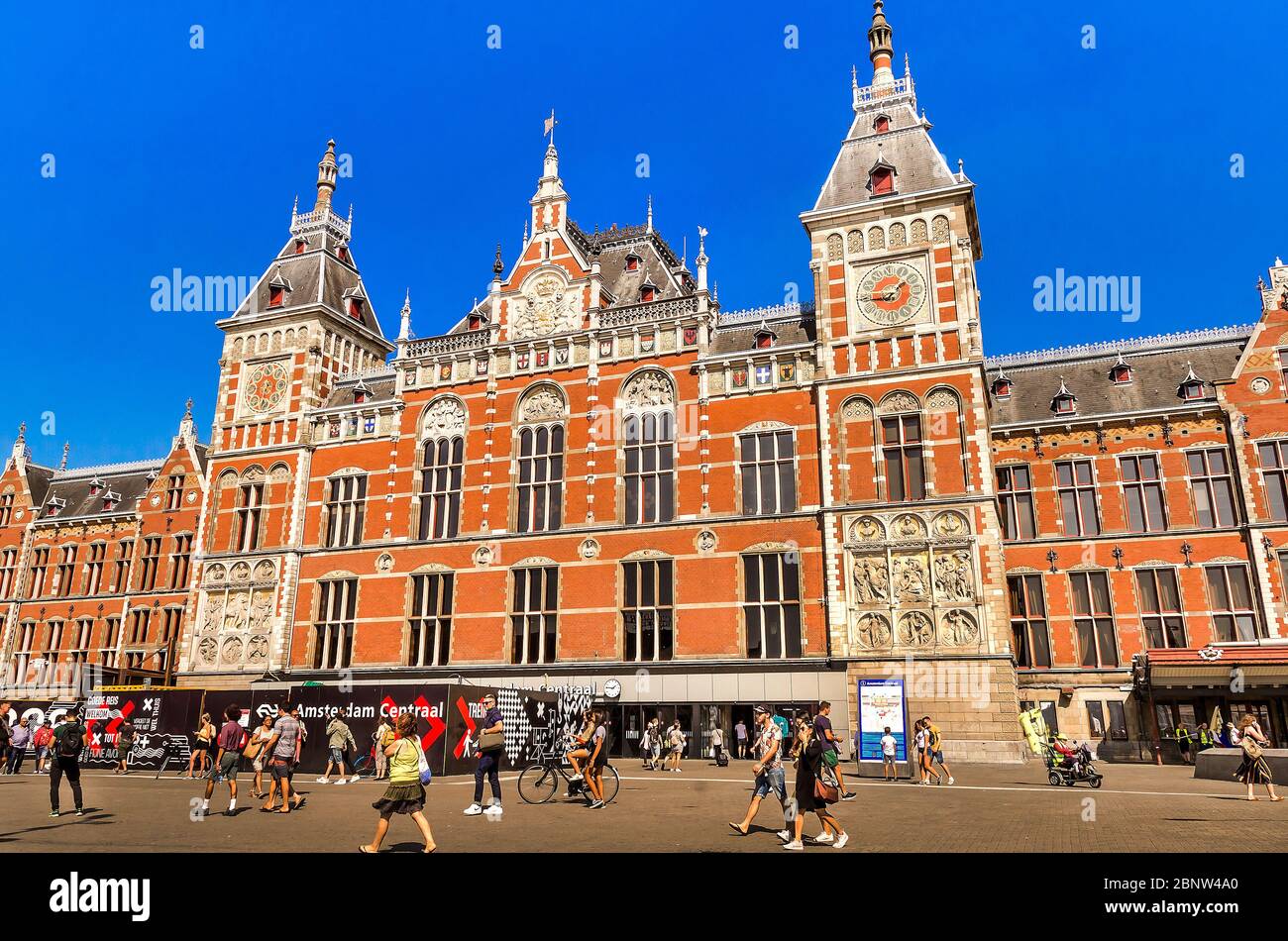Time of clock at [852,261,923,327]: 1:44
